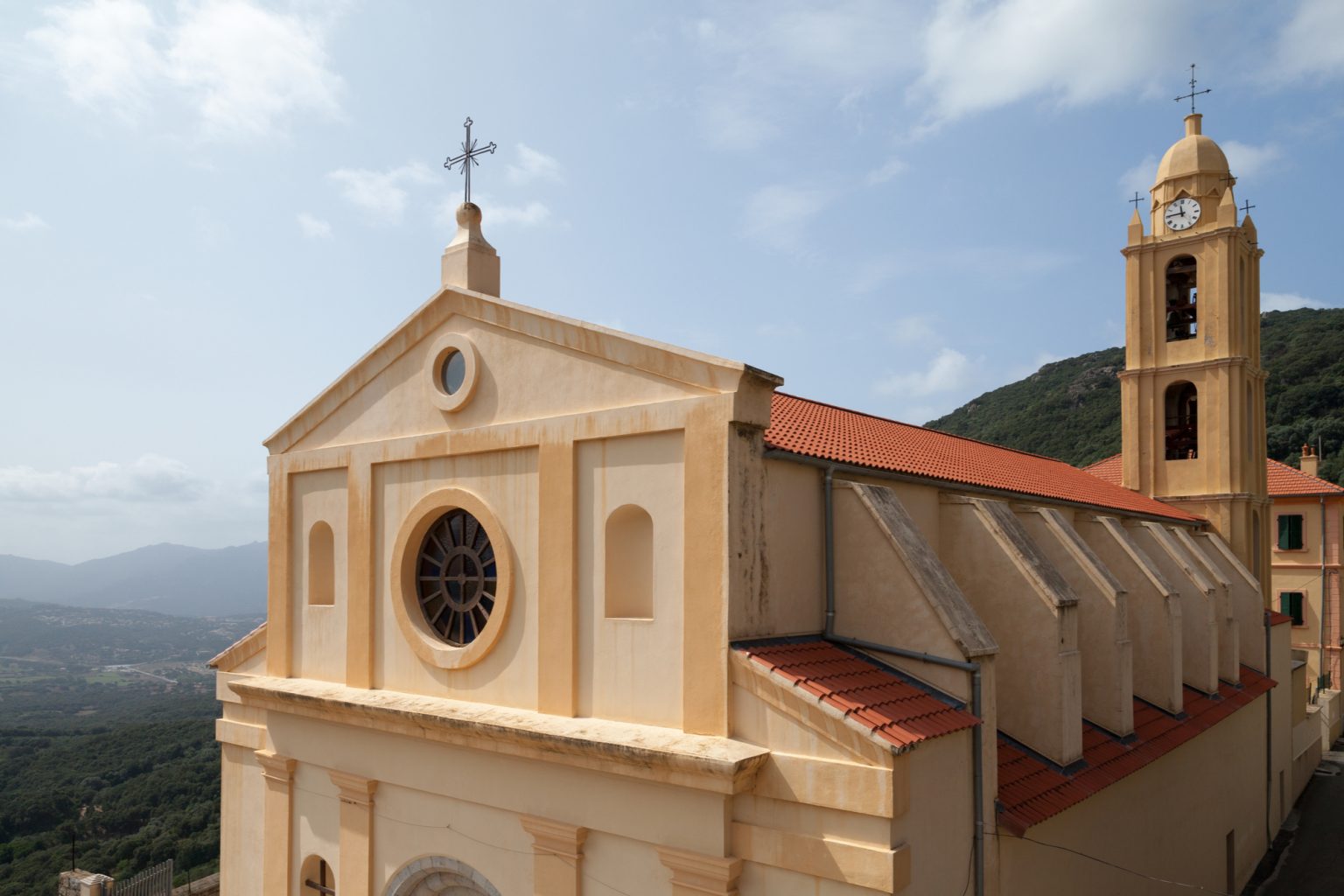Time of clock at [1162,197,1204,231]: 11:45
